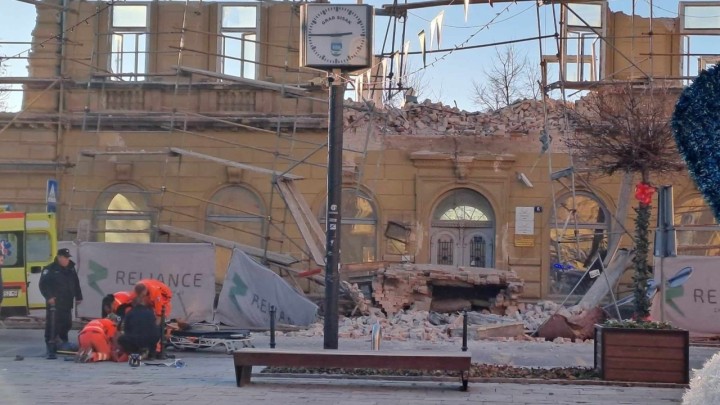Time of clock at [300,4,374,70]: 2:45
